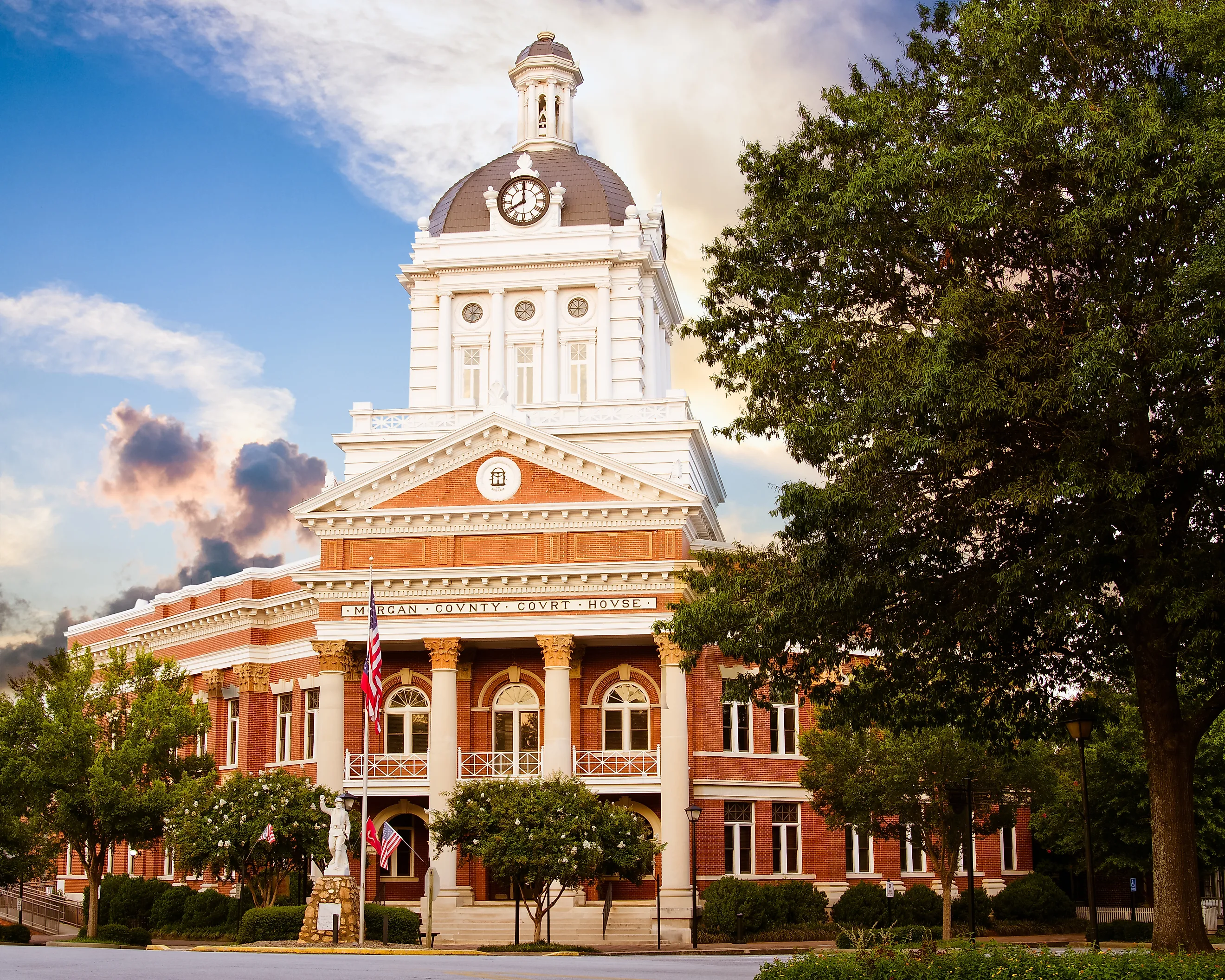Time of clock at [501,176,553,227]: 7:59
